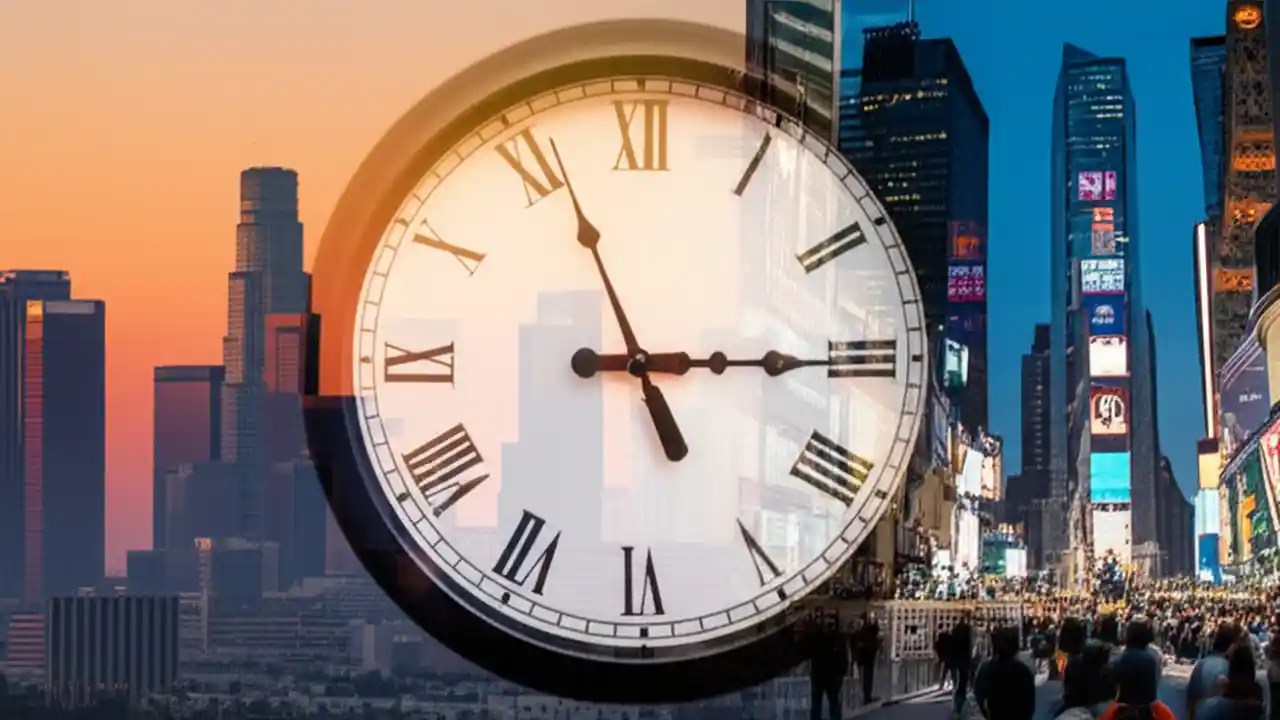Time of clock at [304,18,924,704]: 5:14
